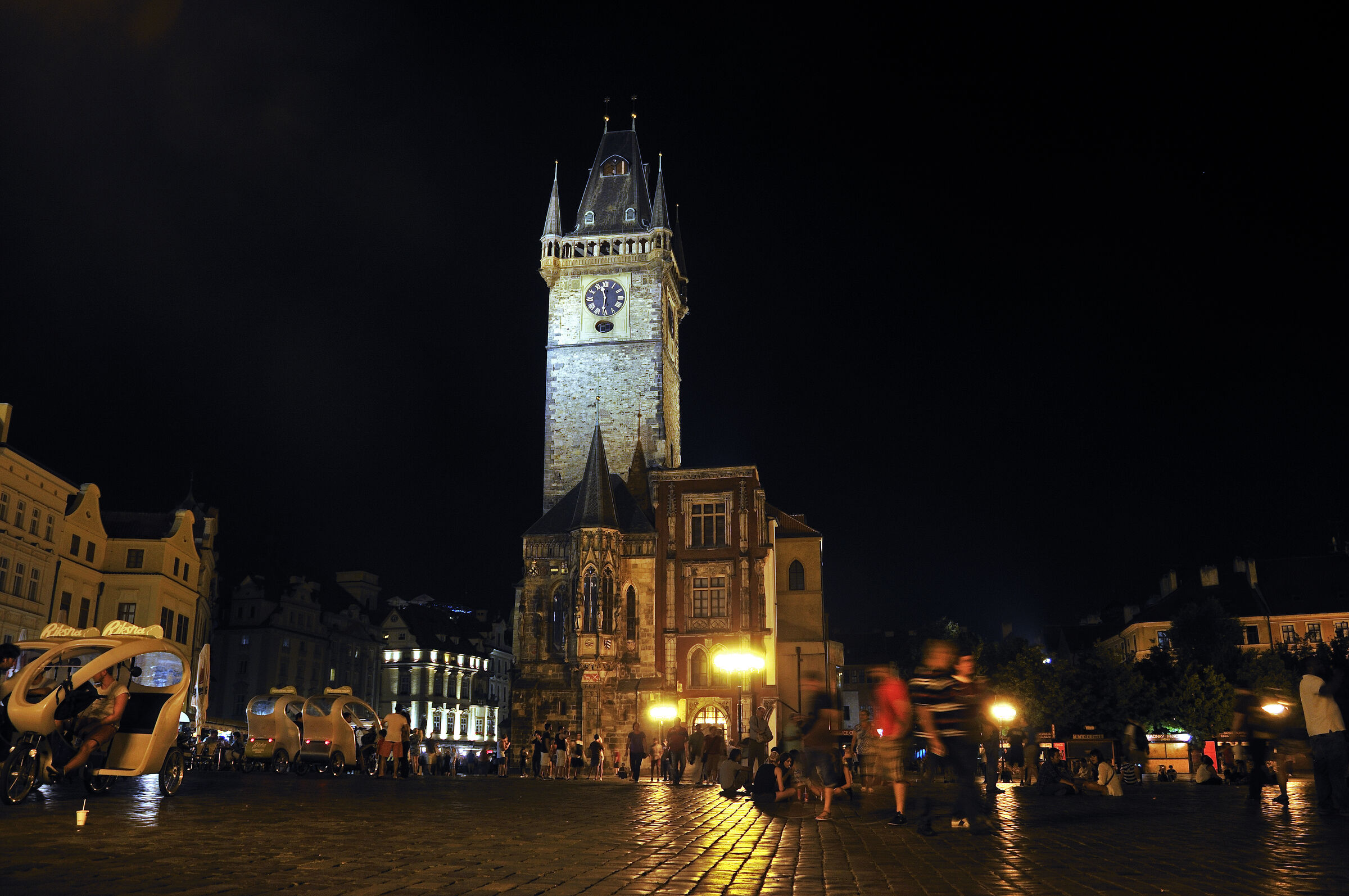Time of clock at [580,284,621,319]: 11:31
